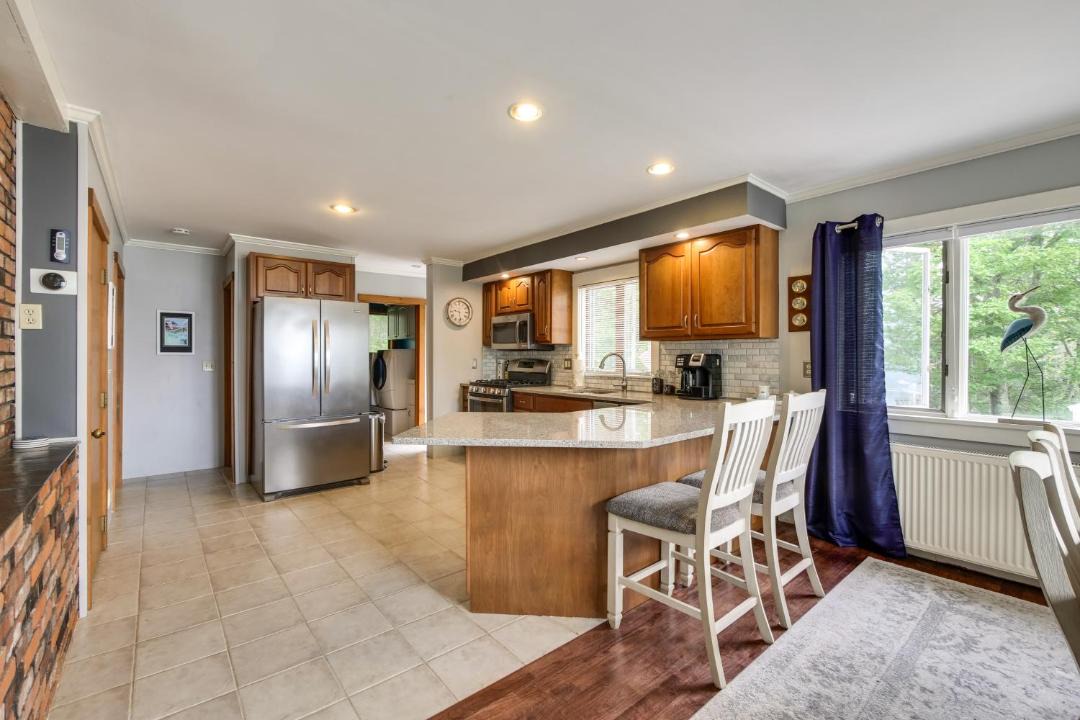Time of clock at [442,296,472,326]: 9:28
